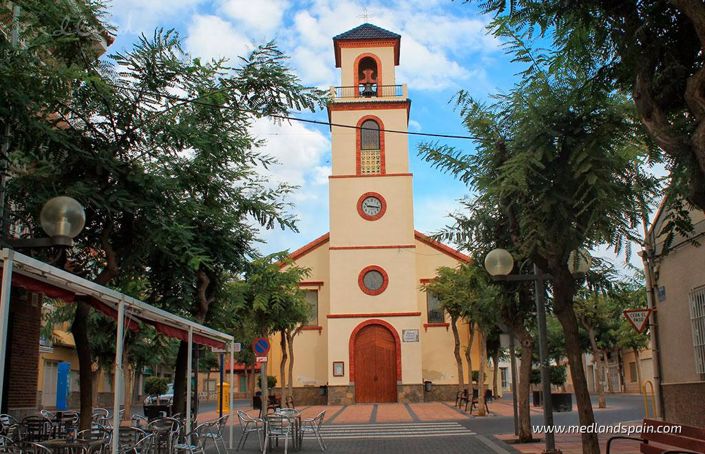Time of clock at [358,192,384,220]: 9:16
